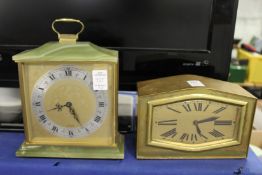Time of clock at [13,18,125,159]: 8:25
